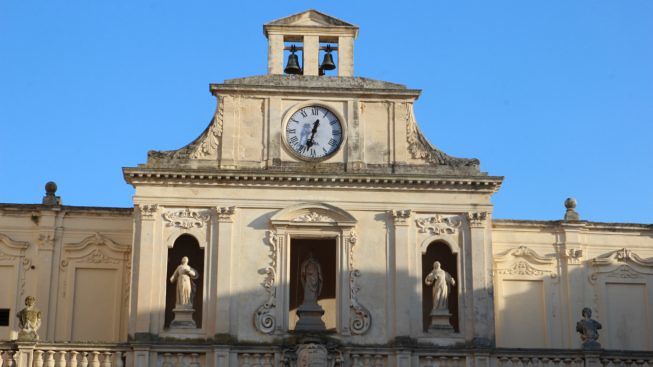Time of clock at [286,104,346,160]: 12:32
